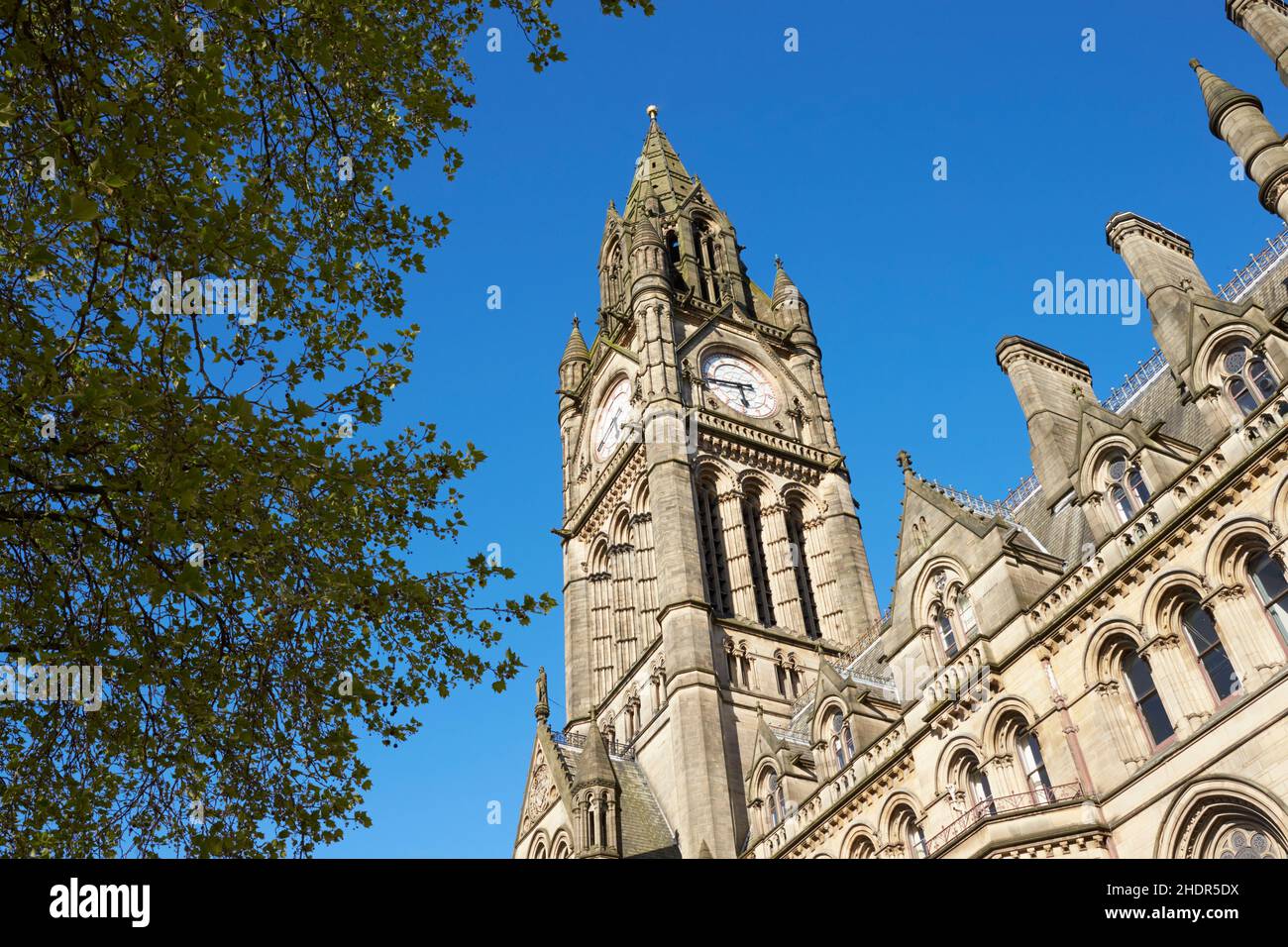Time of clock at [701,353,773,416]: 5:44
